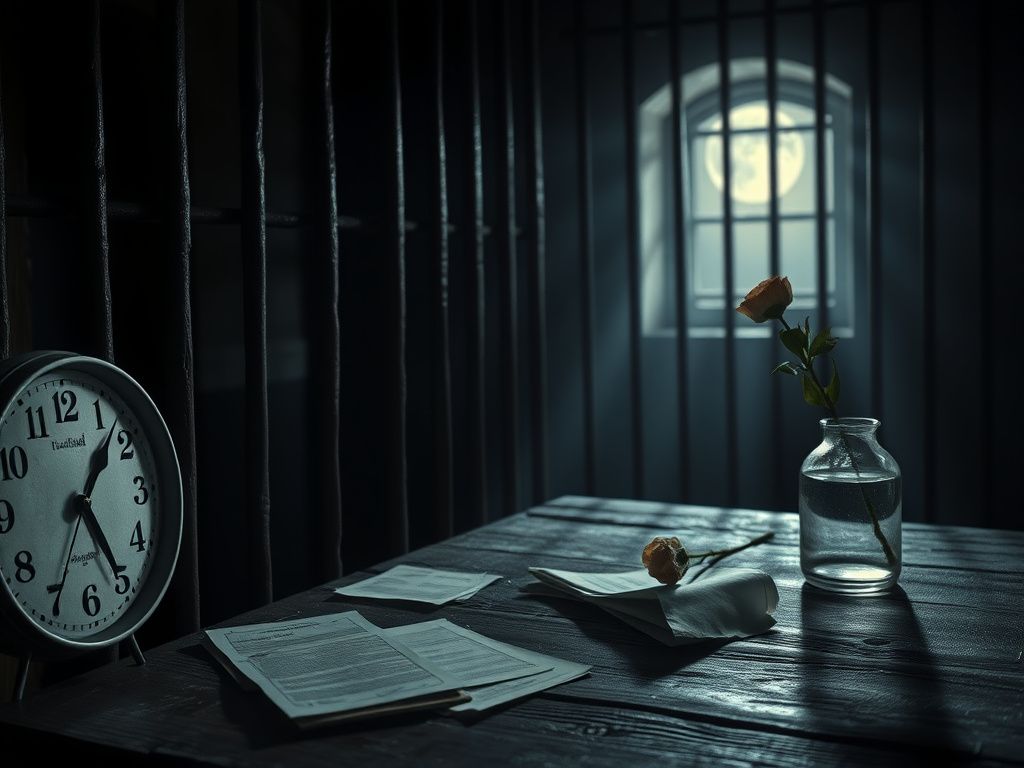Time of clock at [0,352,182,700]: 1:25
